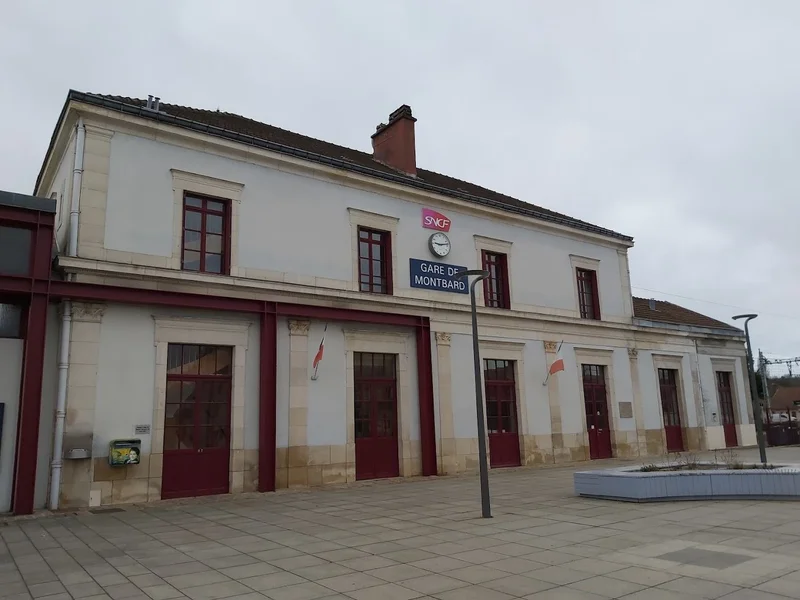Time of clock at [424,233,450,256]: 9:13
